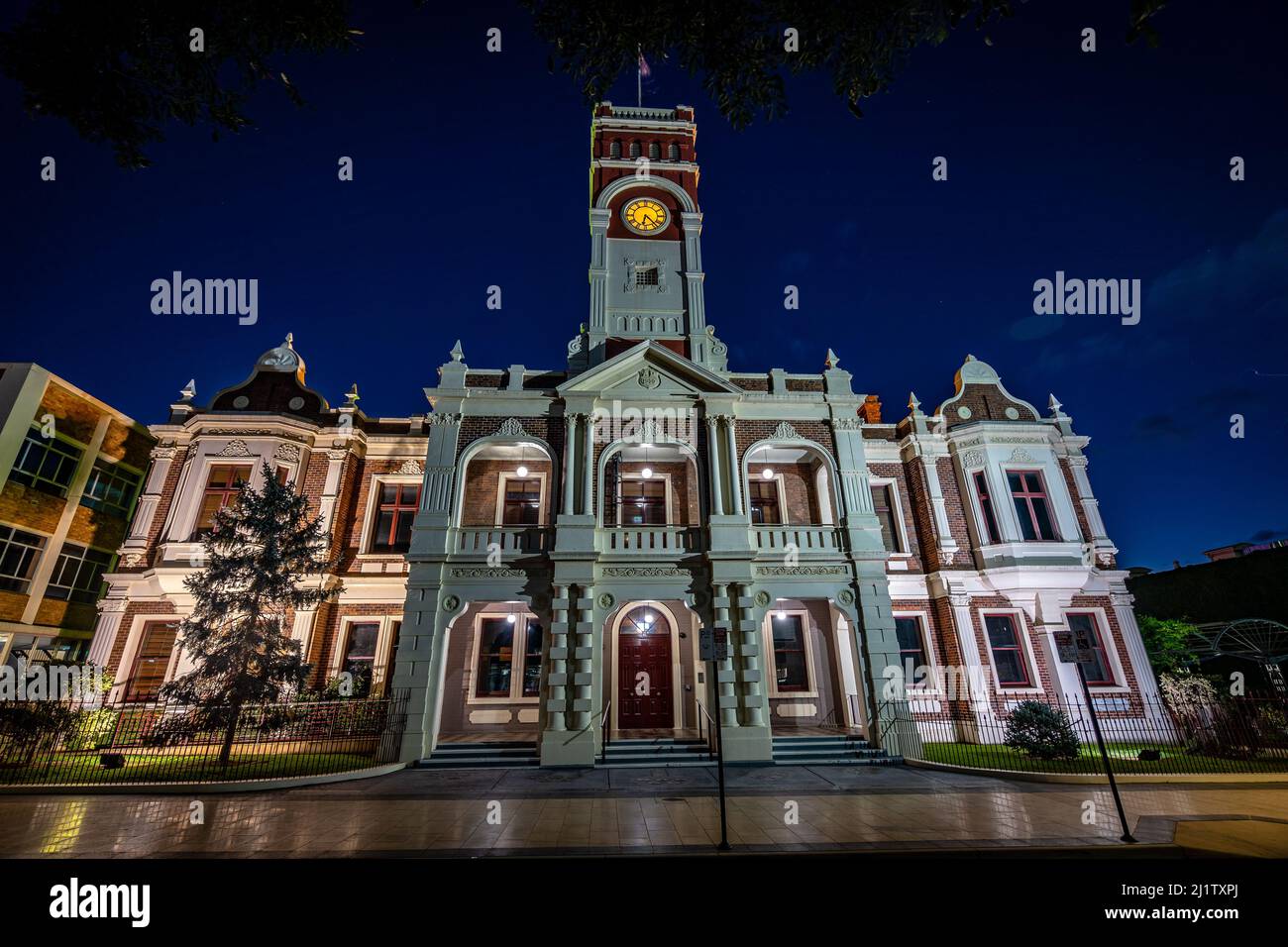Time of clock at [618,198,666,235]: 6:23
